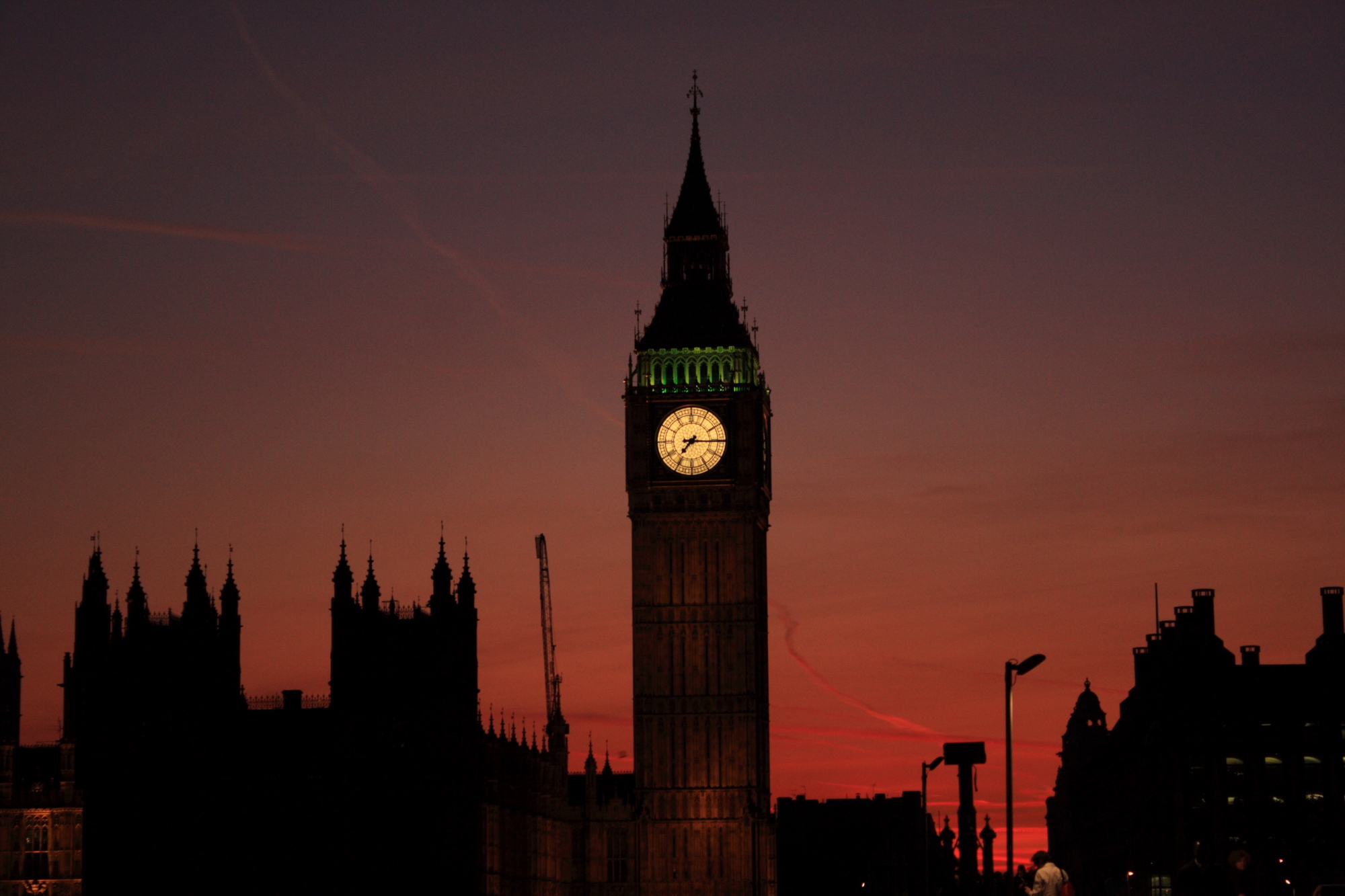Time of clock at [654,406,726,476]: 7:15
